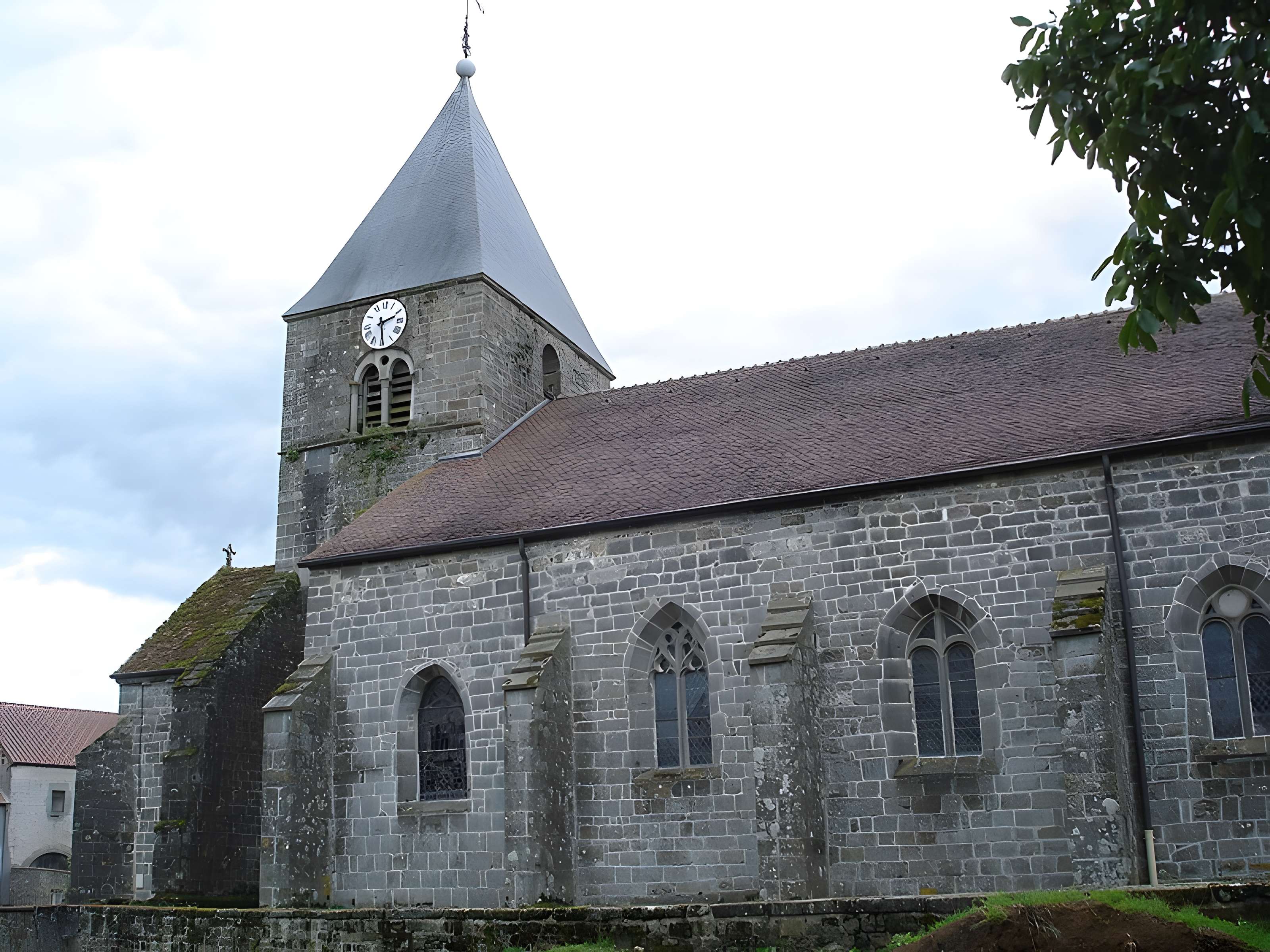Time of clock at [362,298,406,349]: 2:29
